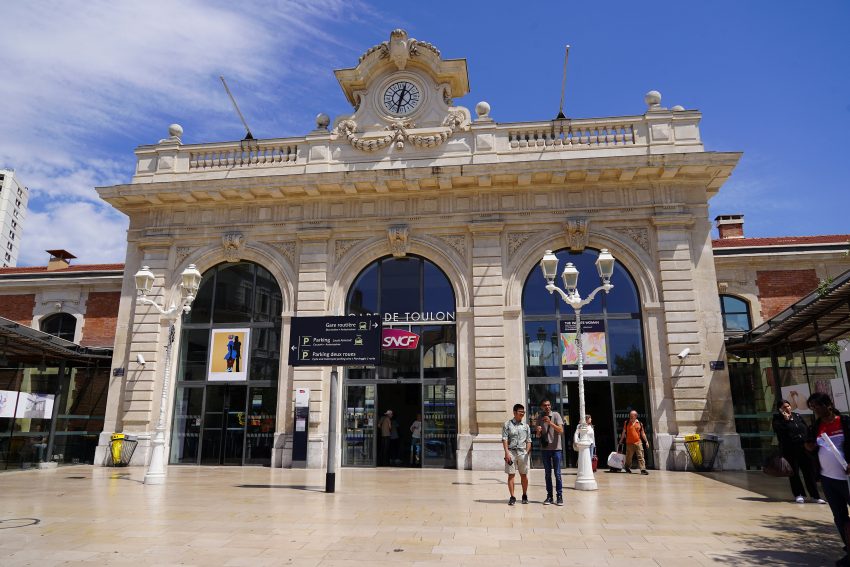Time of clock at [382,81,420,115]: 12:32
